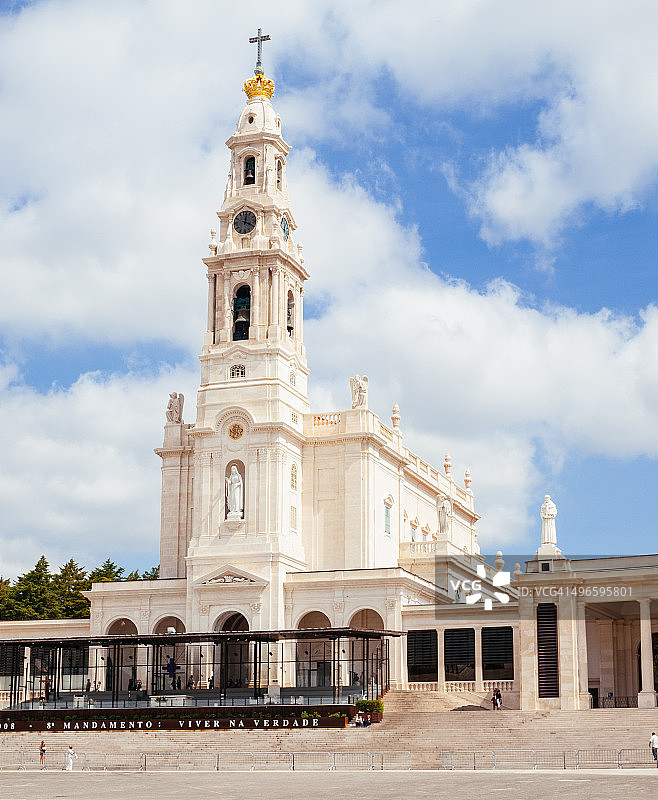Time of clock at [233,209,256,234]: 12:19
